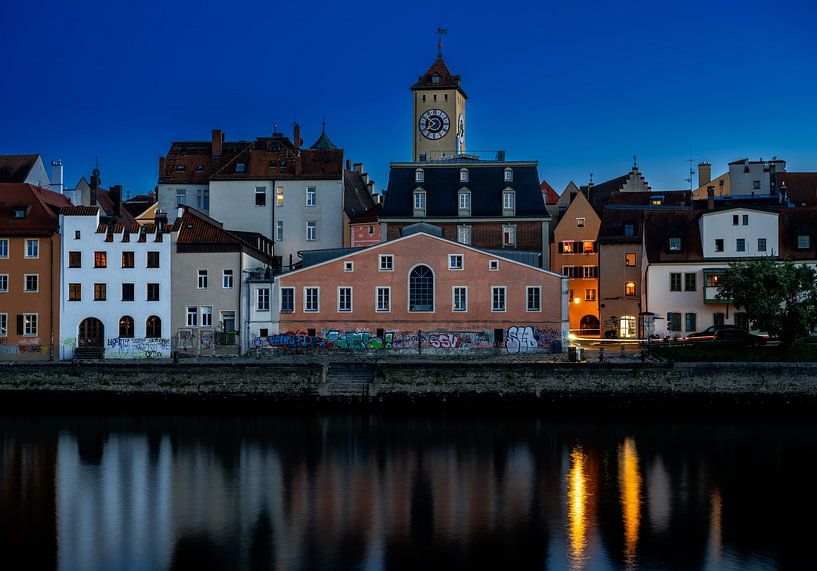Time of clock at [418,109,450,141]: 7:52
